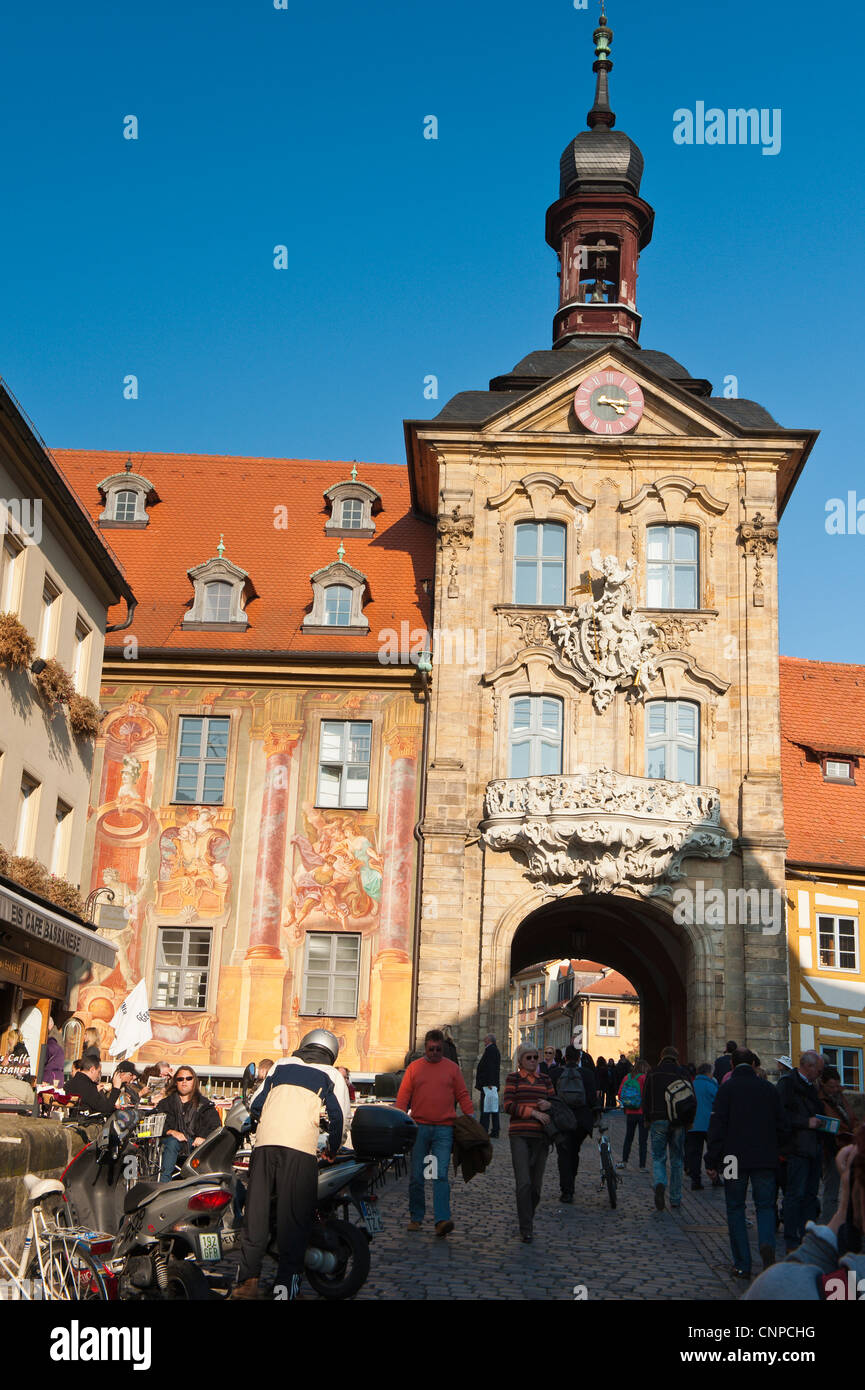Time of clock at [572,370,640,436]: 4:16
